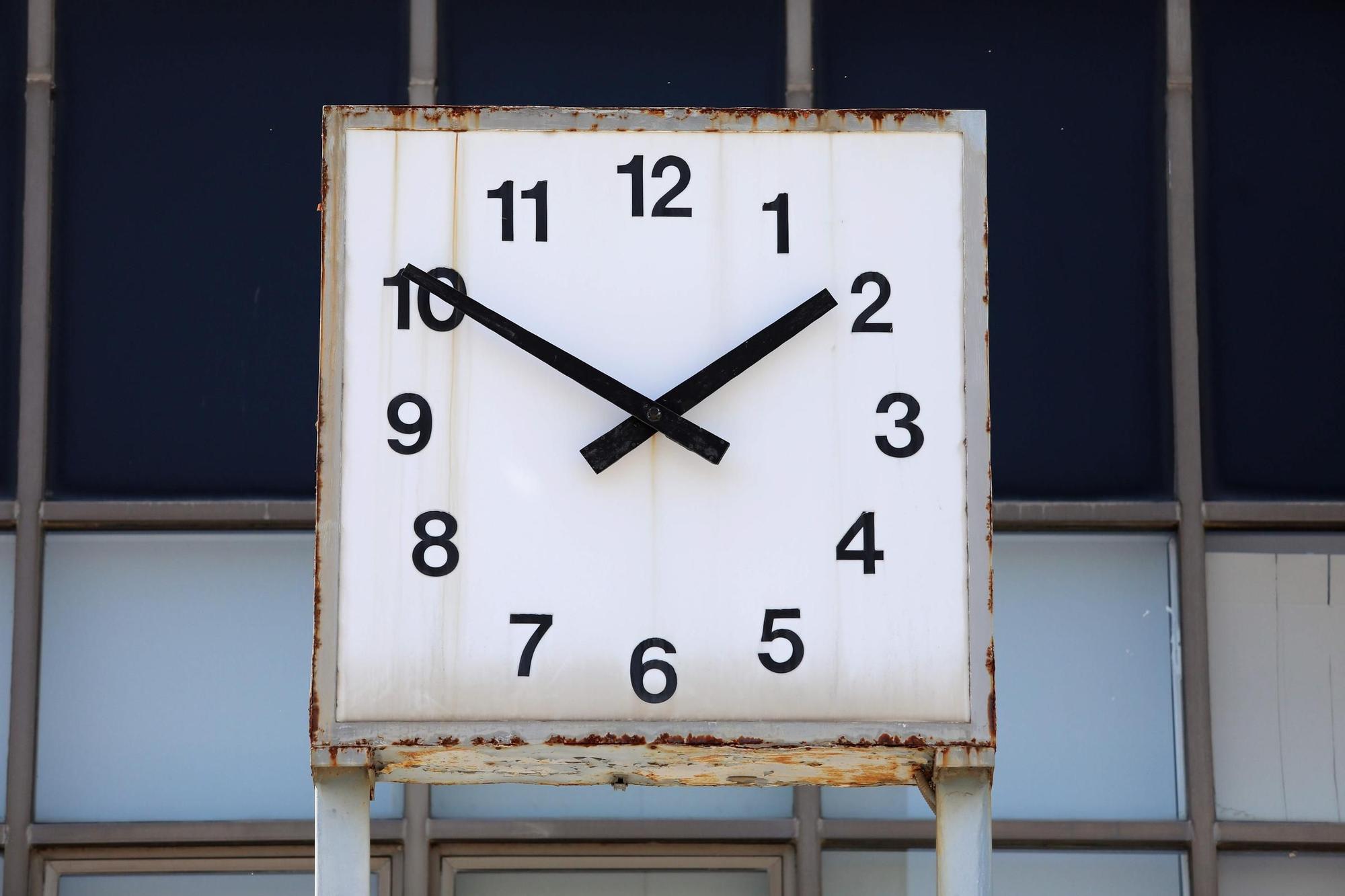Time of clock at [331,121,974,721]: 1:50
